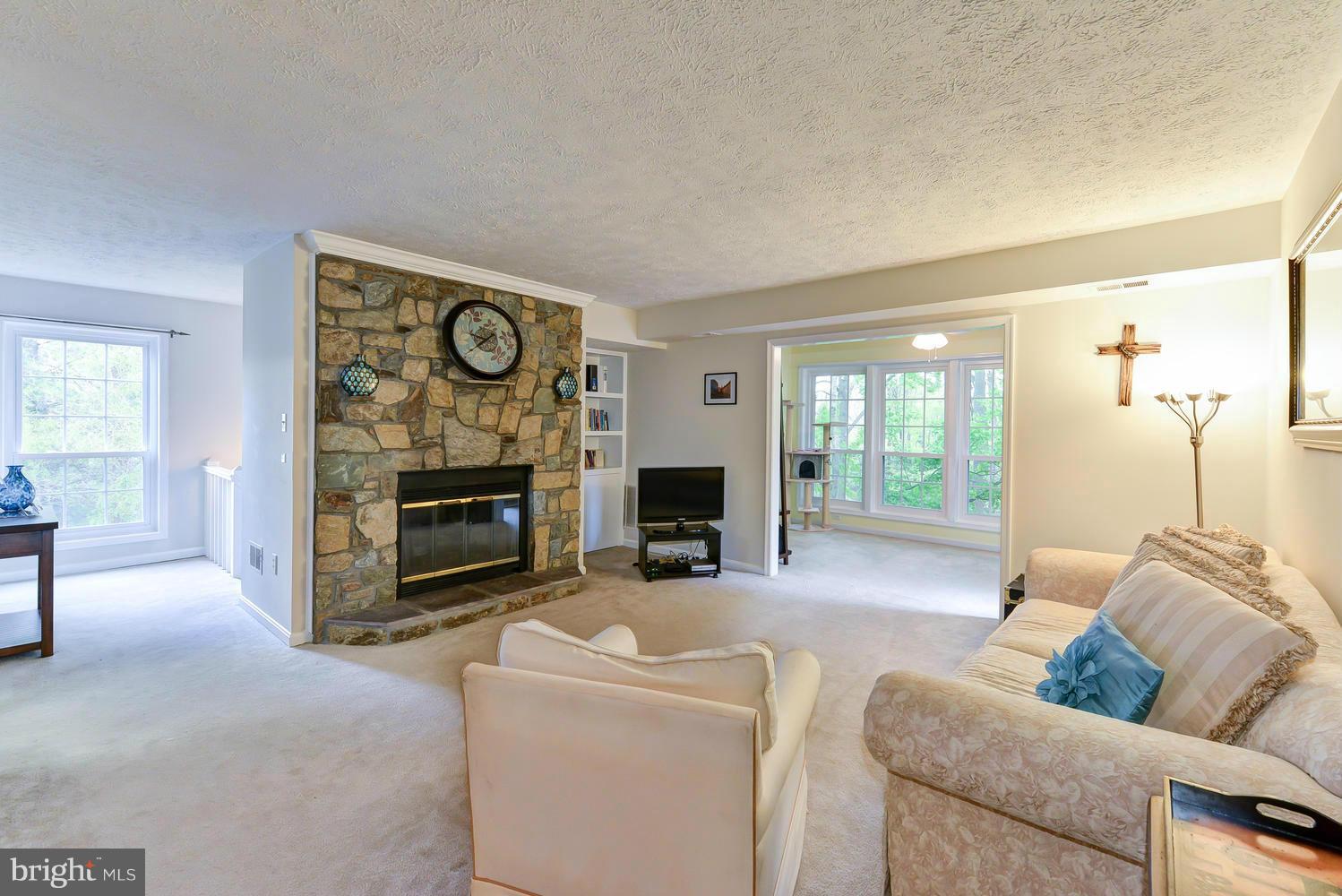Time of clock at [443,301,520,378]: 9:39
